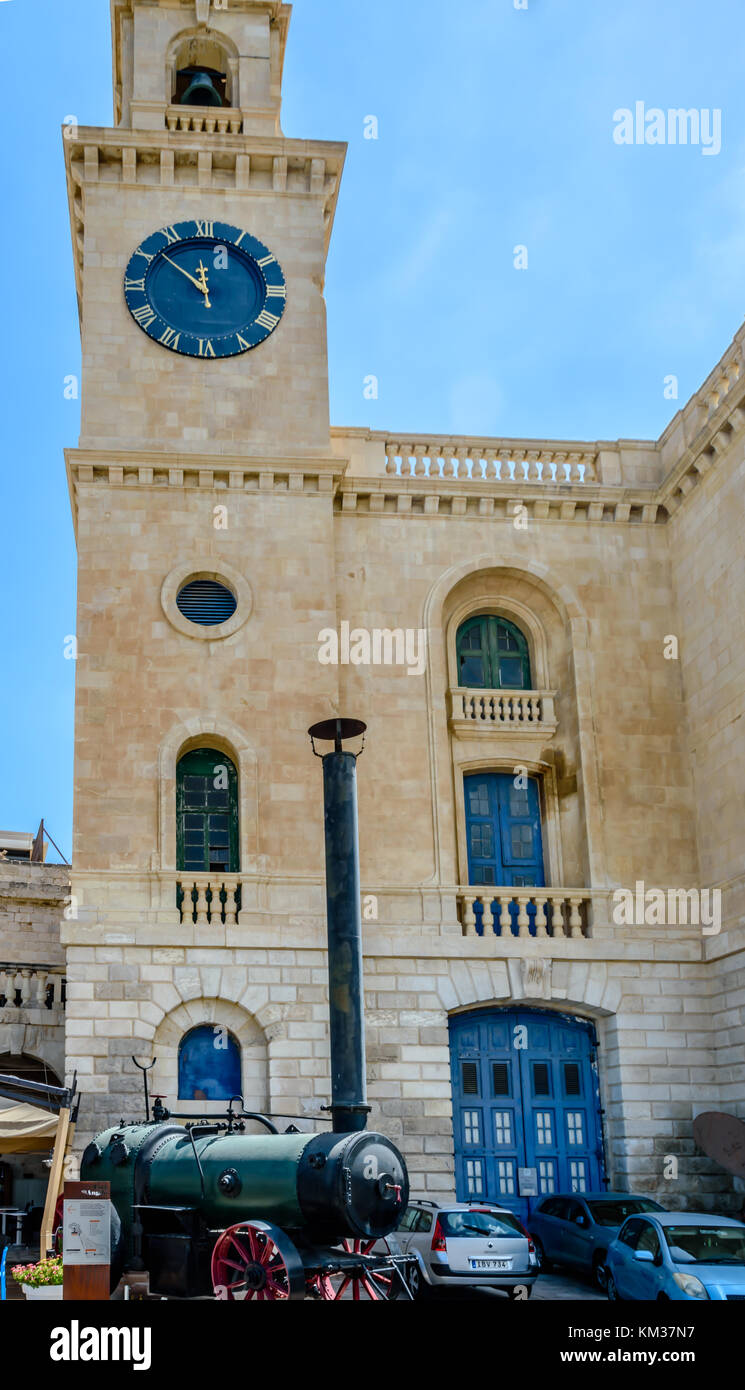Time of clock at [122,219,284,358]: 11:51
